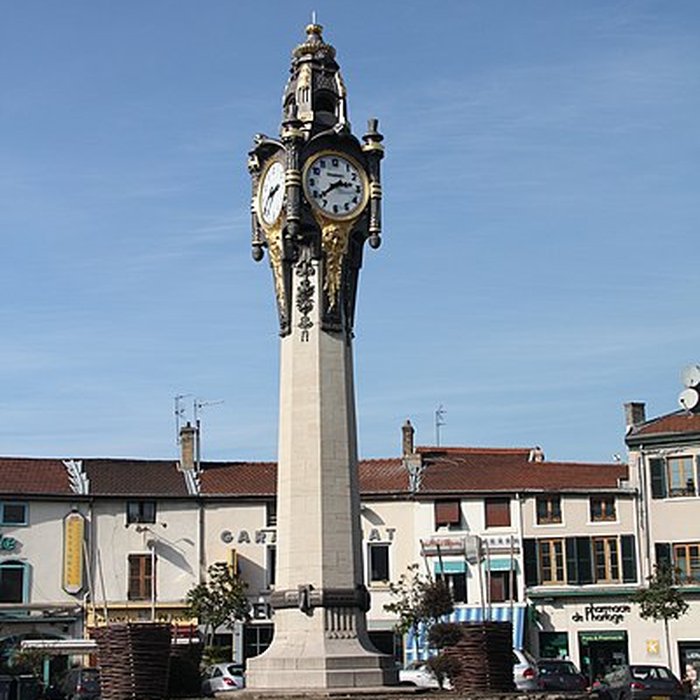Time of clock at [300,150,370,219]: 2:38
